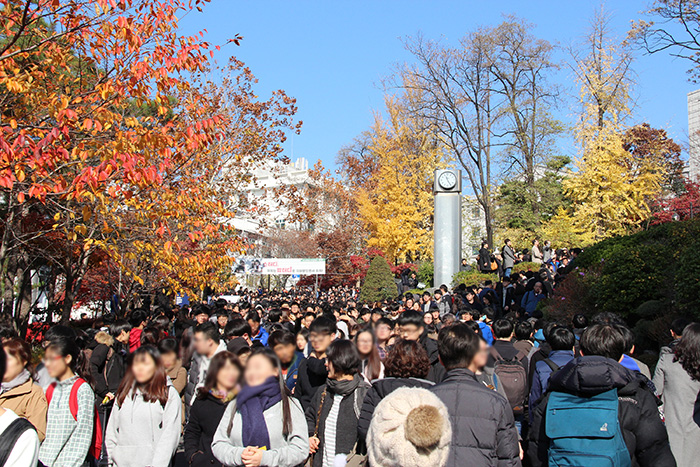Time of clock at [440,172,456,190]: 11:25
